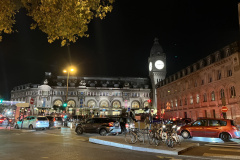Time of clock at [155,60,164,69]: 9:14
